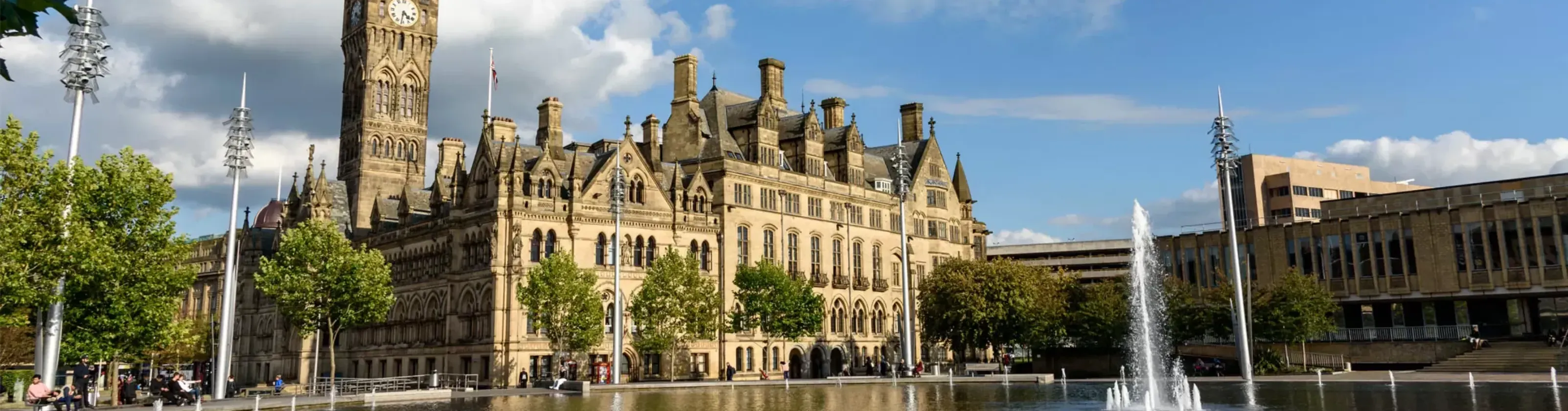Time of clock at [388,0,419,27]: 4:31
